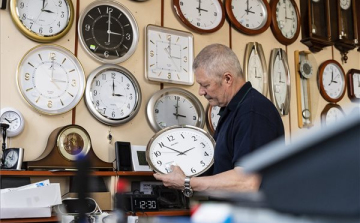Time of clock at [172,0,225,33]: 3:01
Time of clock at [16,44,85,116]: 3:00
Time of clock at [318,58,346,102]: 3:01
